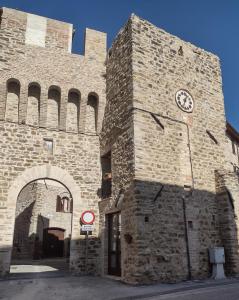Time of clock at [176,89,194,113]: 12:33
